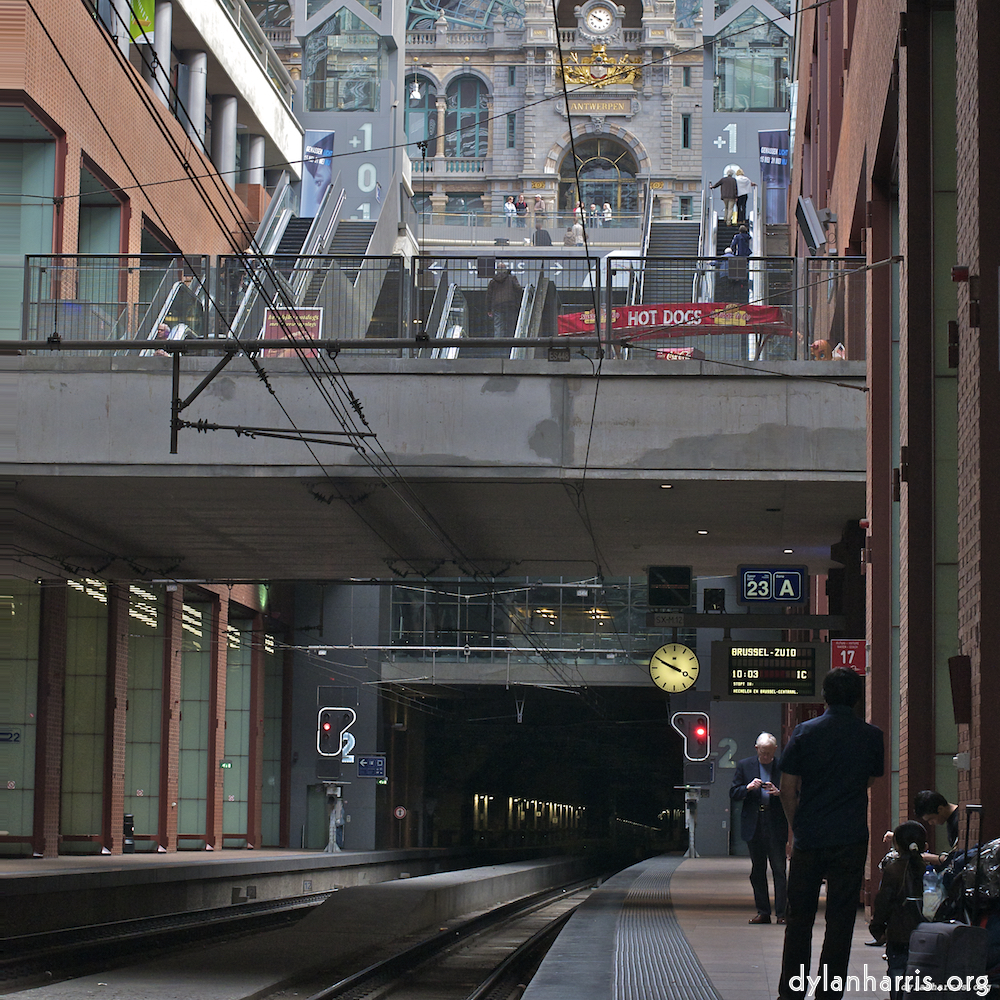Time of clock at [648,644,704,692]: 9:49
